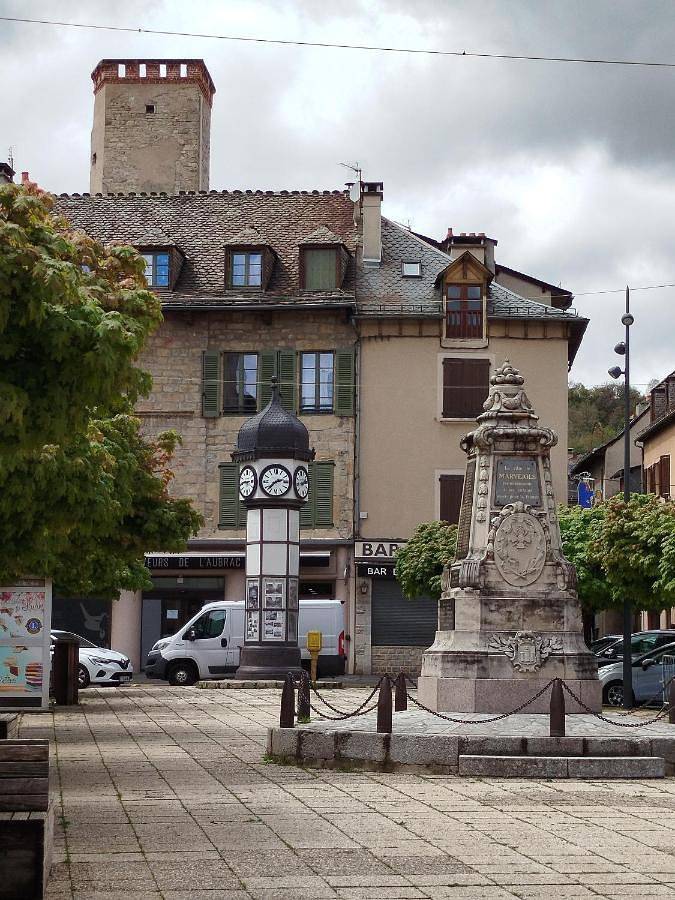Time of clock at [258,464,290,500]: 2:37
